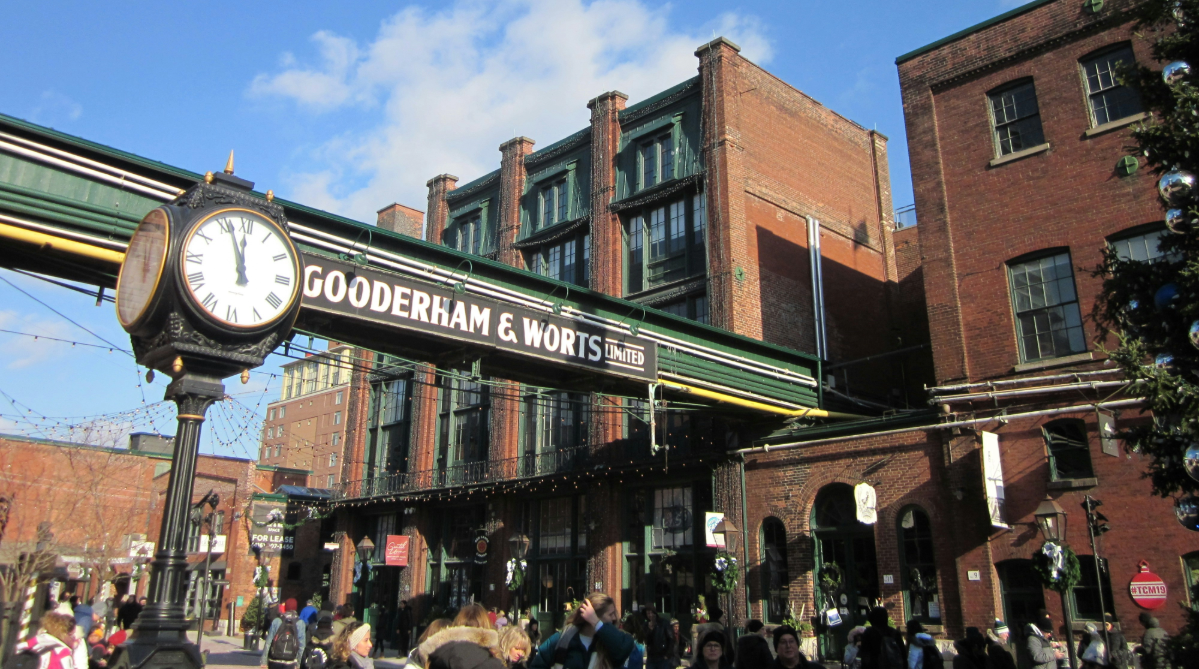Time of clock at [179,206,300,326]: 11:56
